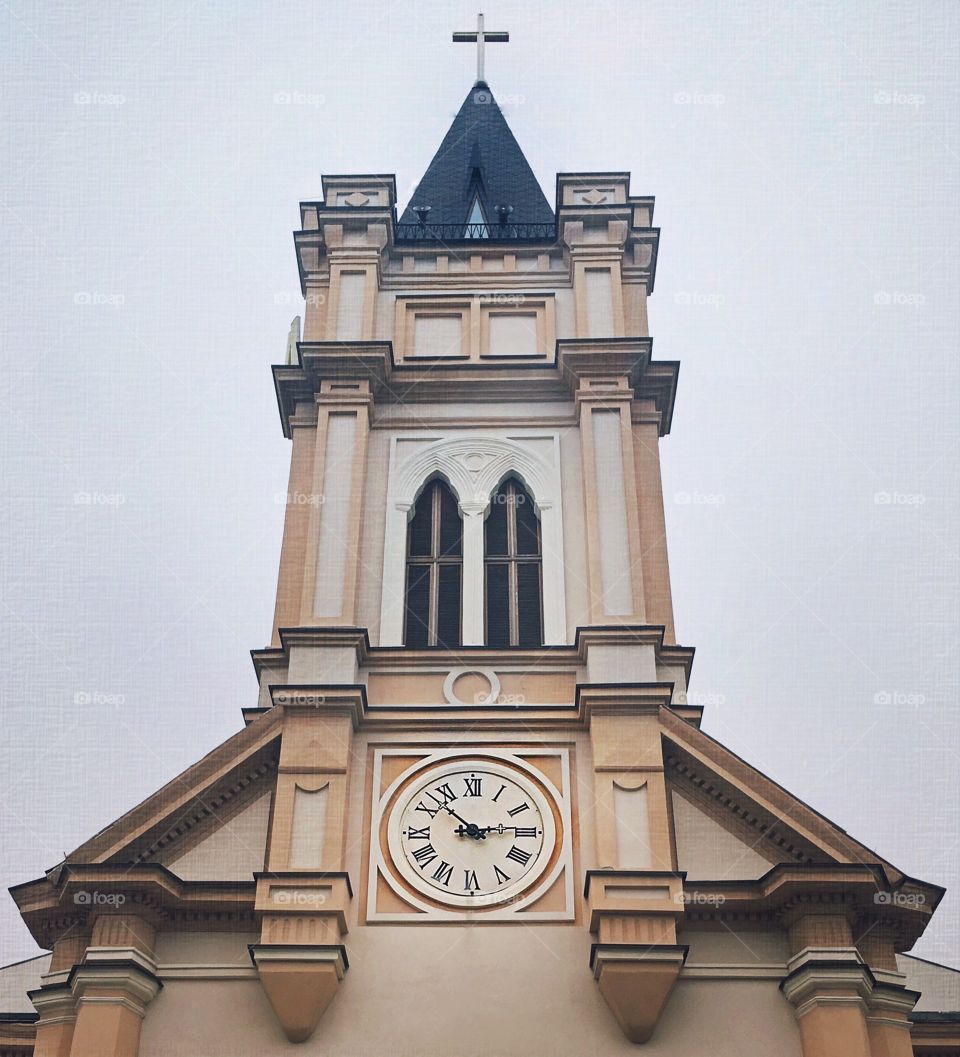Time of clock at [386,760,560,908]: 2:52
